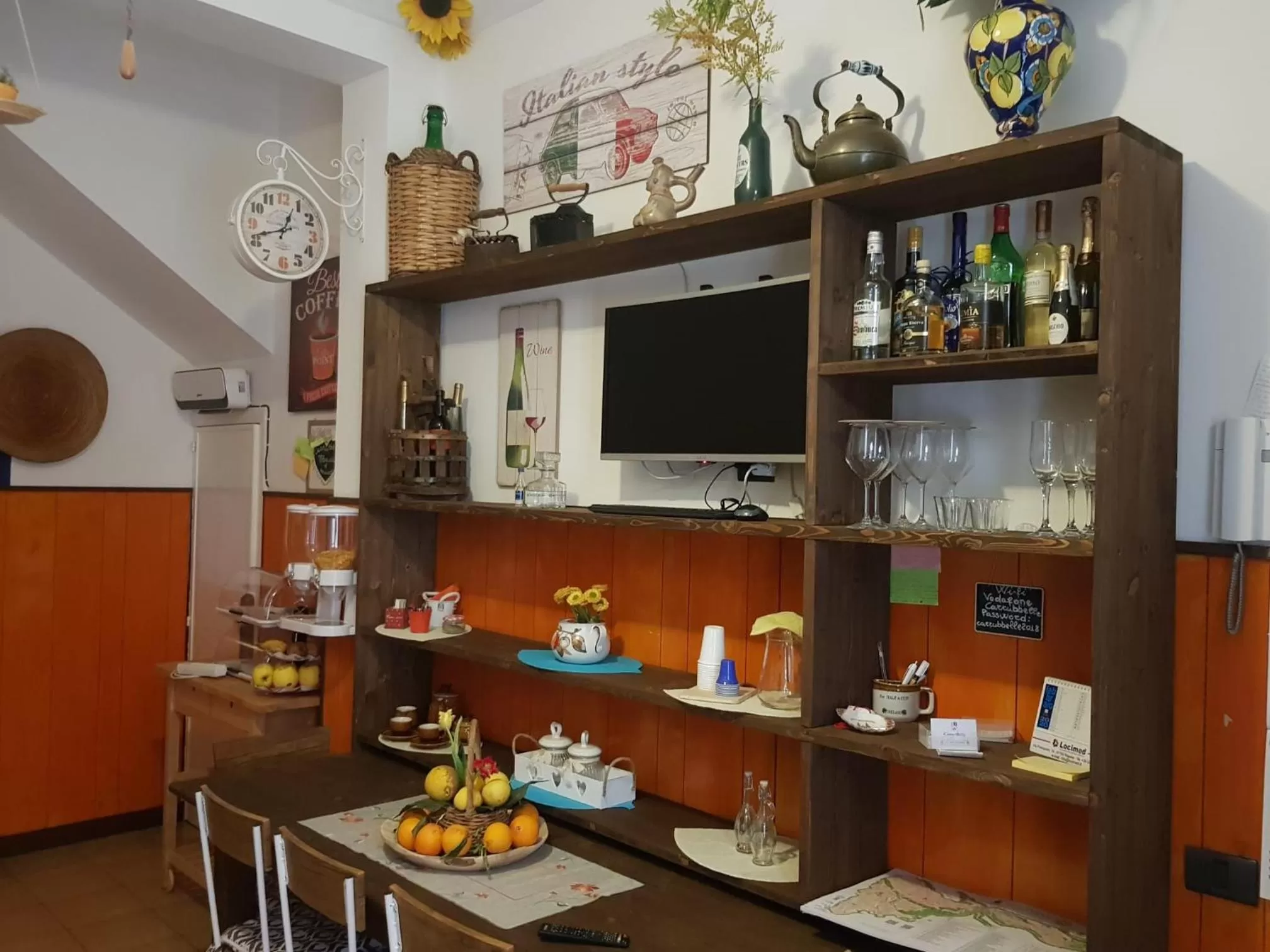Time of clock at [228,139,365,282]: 12:41
